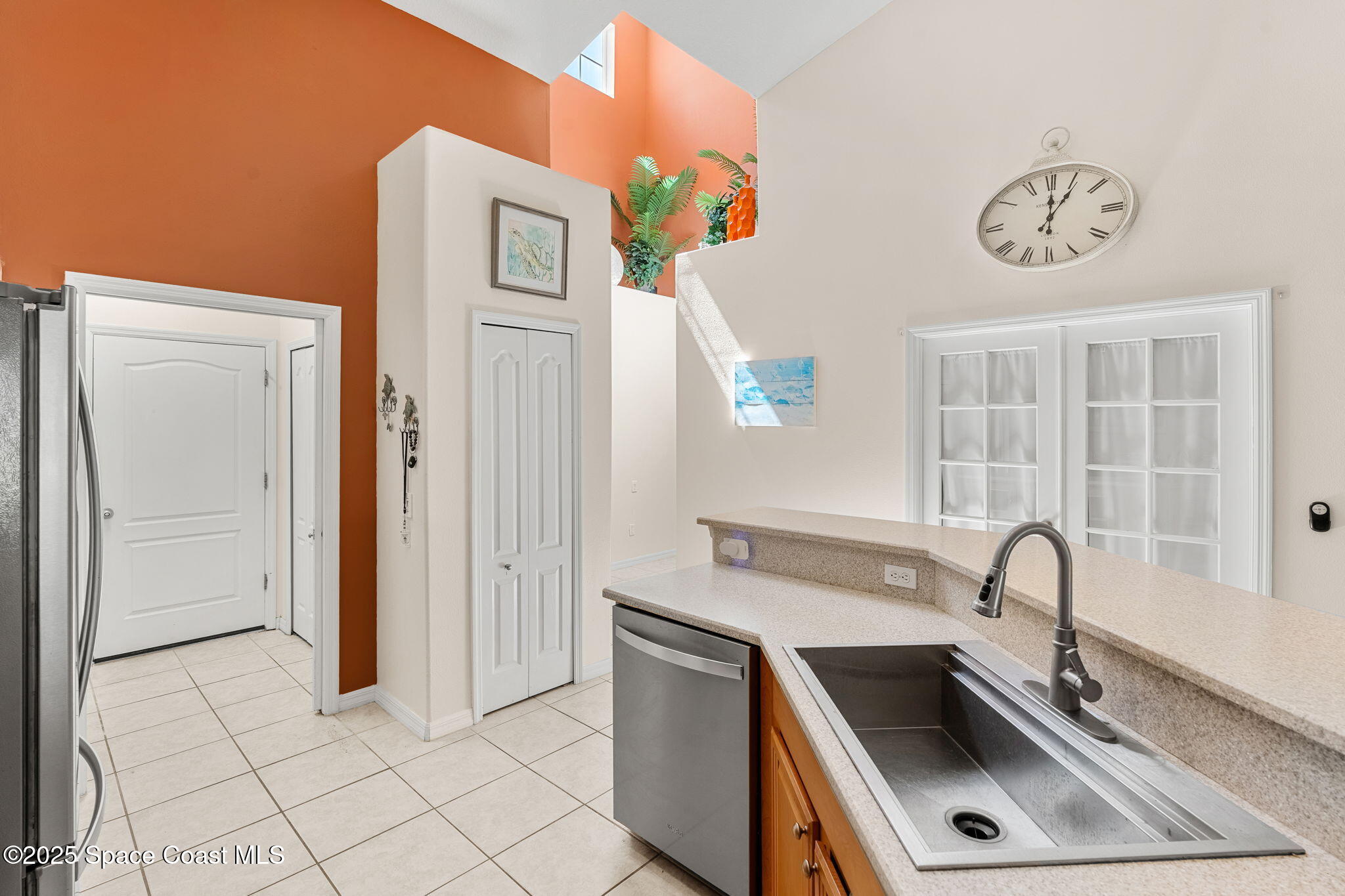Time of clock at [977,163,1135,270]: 12:05
